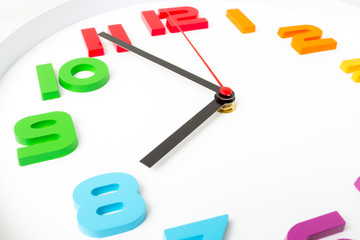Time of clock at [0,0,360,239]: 7:54
